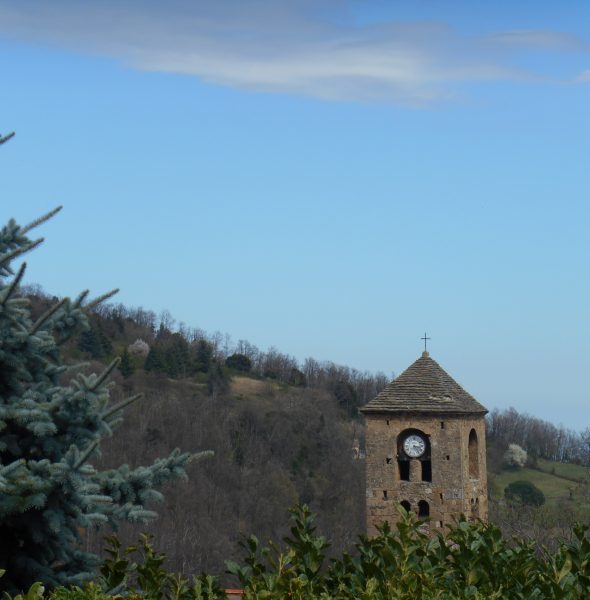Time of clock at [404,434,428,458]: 3:24
